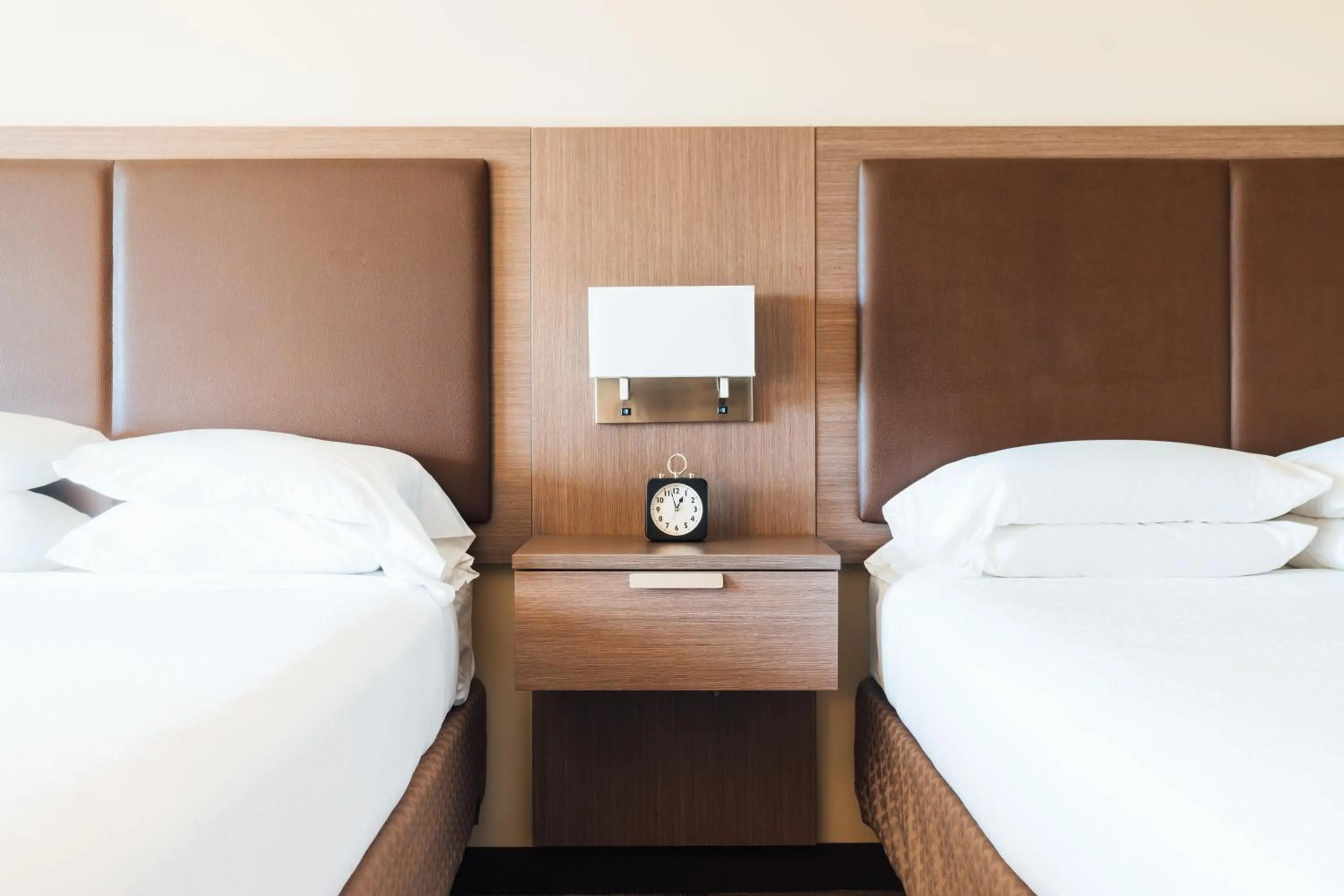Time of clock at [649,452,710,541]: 12:57
